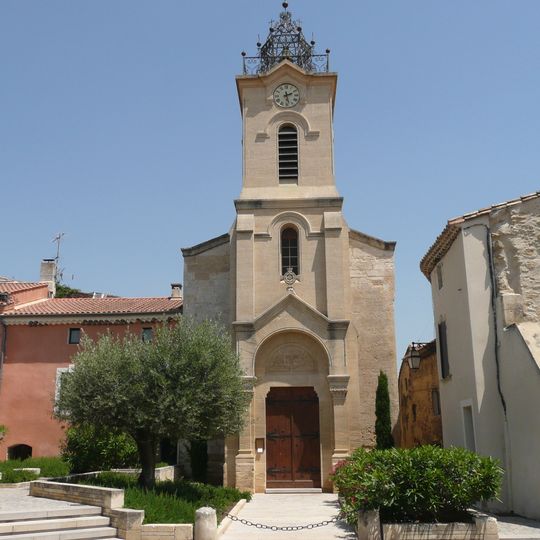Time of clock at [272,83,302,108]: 2:27
